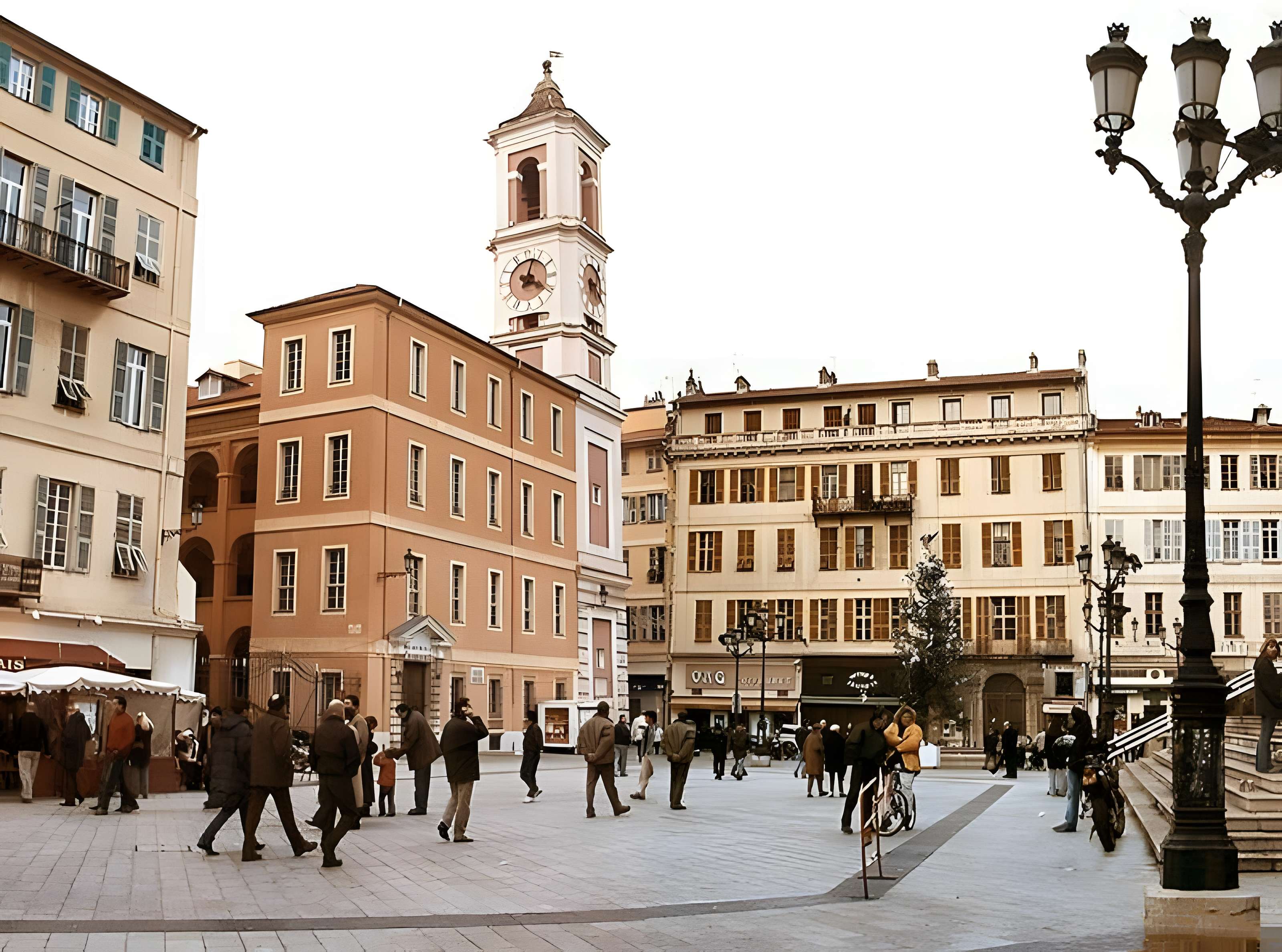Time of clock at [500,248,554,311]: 4:03
